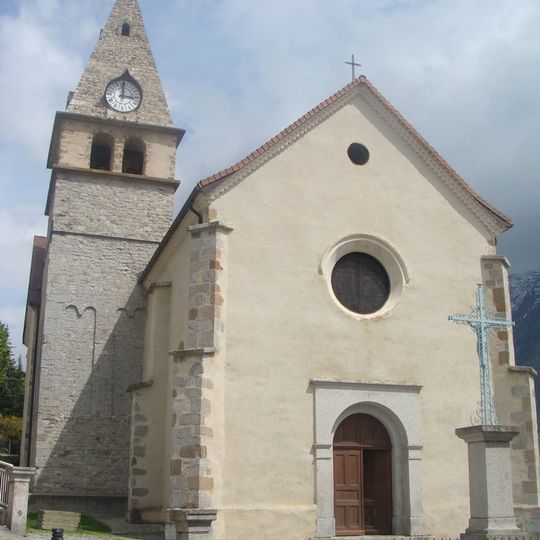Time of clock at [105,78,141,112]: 3:00
